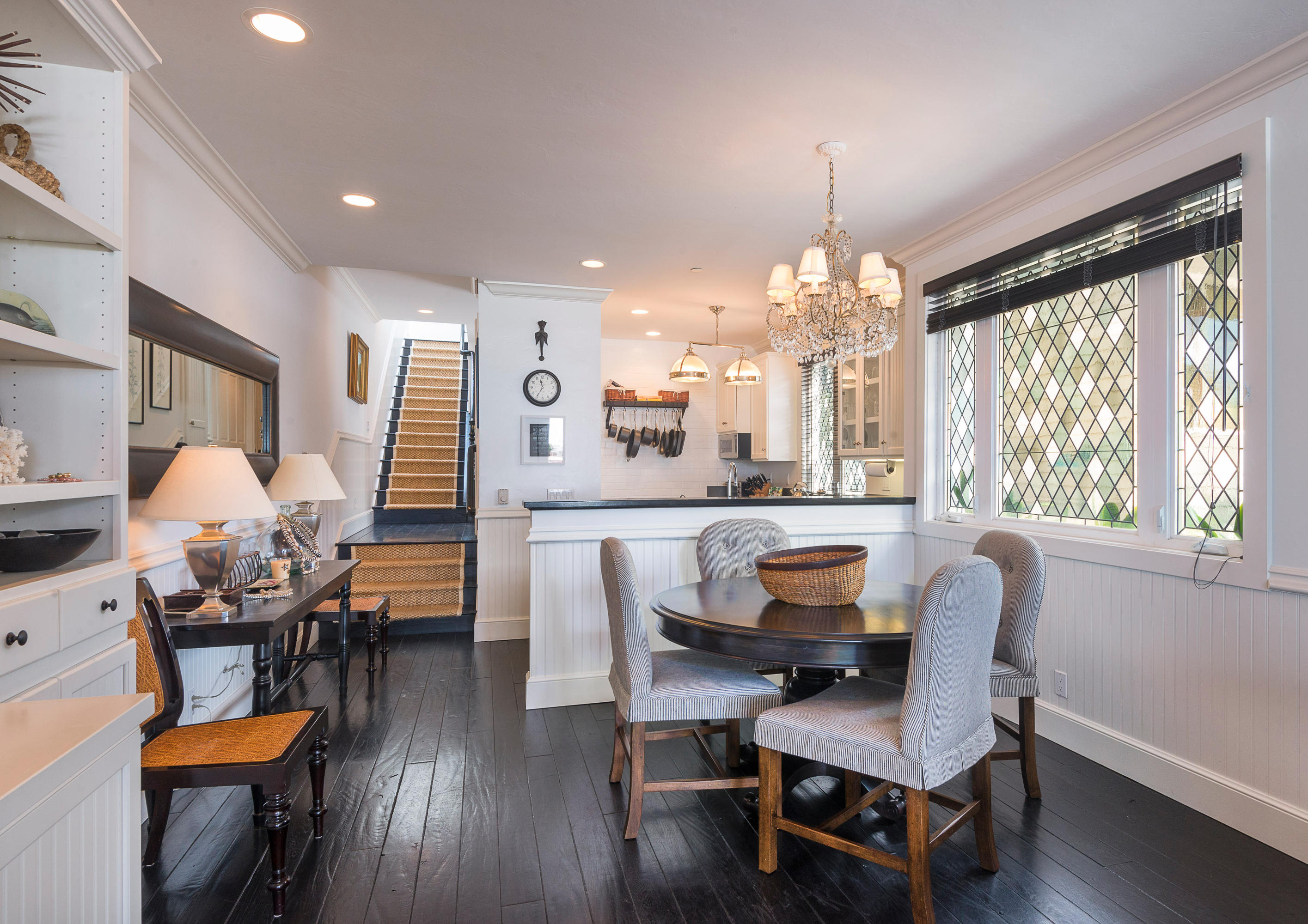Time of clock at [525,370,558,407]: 11:35
